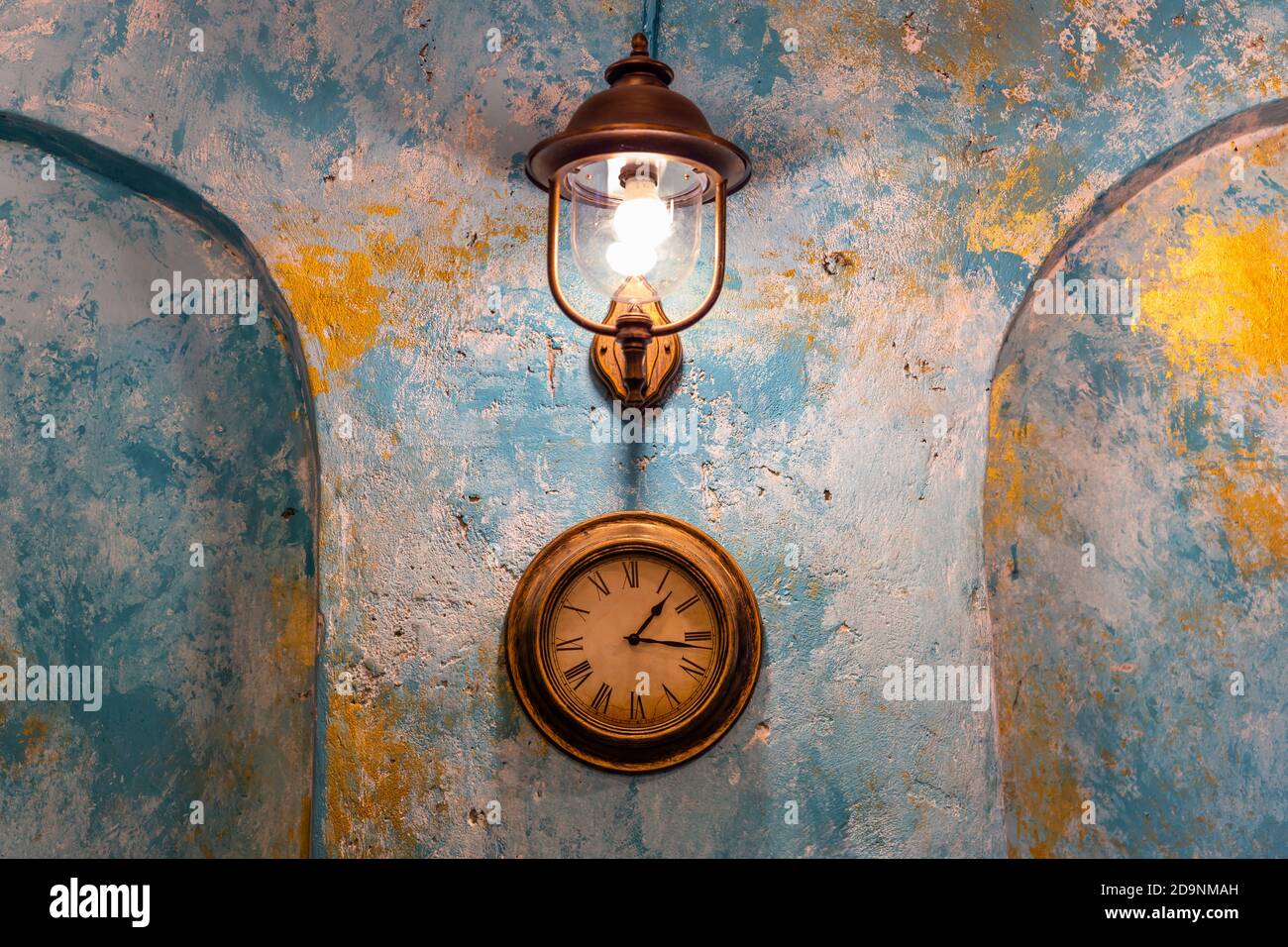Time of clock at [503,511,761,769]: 1:16
